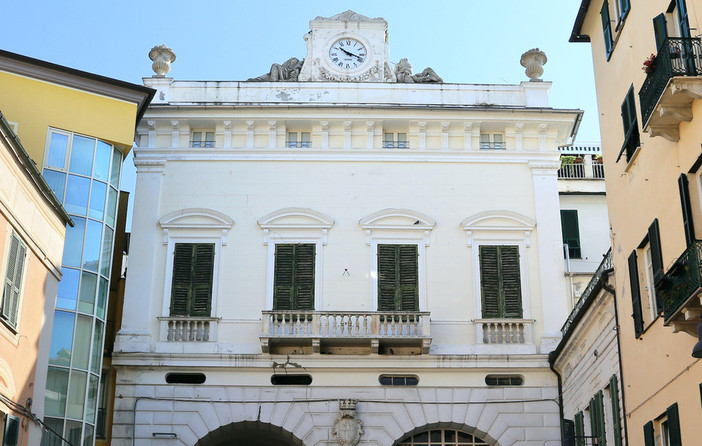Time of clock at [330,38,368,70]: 10:18
